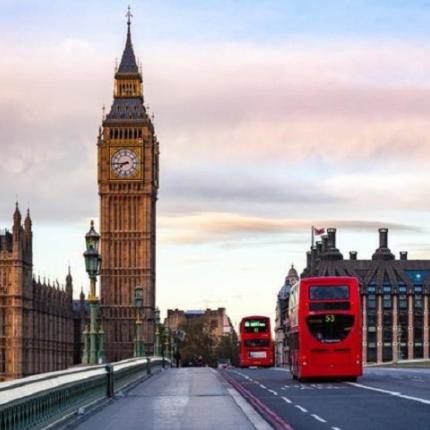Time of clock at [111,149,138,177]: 7:44
